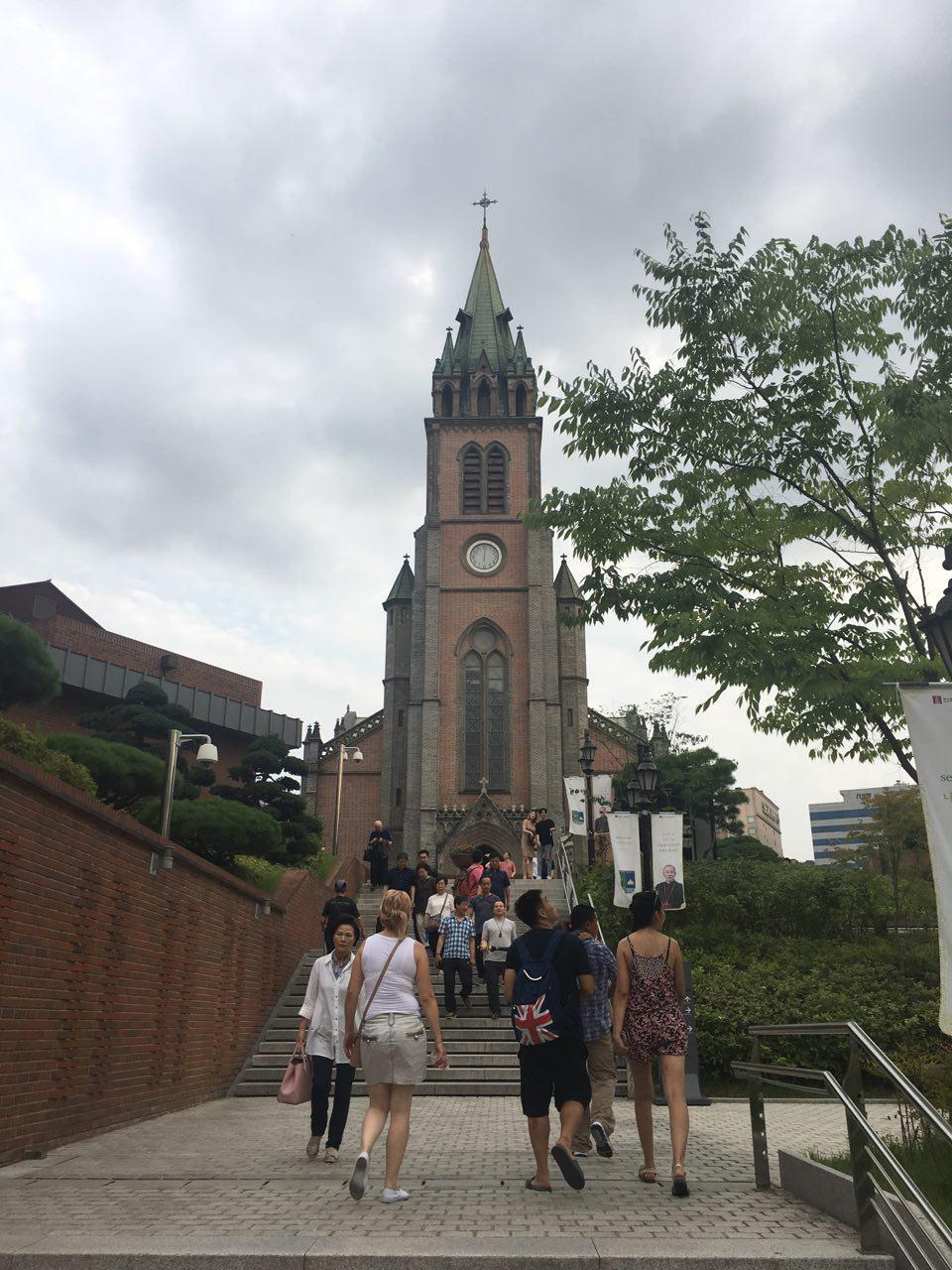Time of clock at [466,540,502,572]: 6:01
